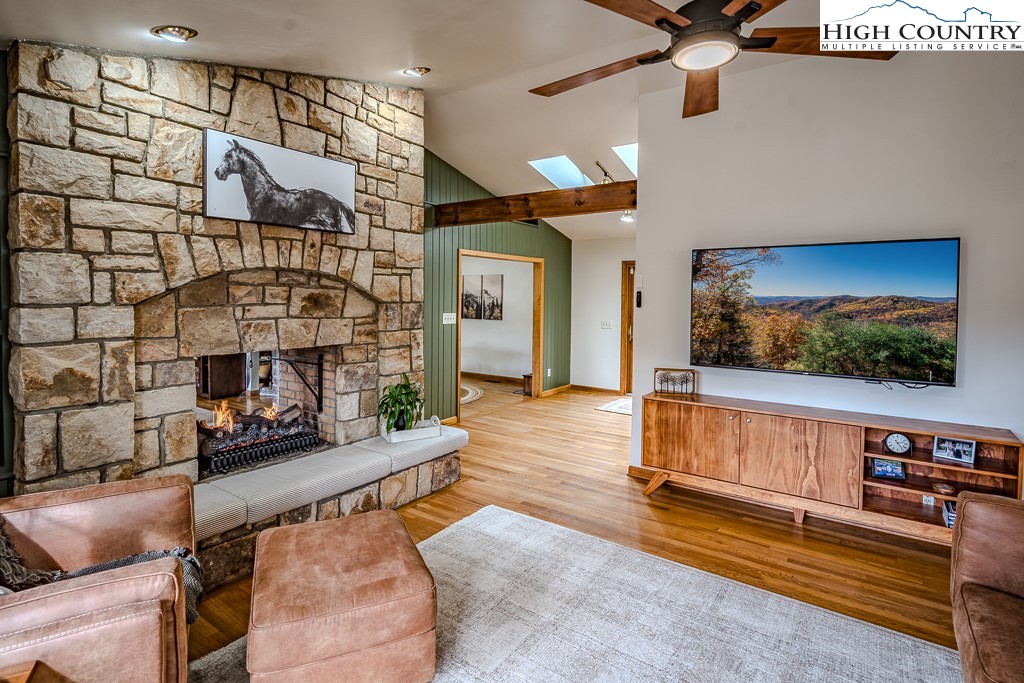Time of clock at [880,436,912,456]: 2:23
